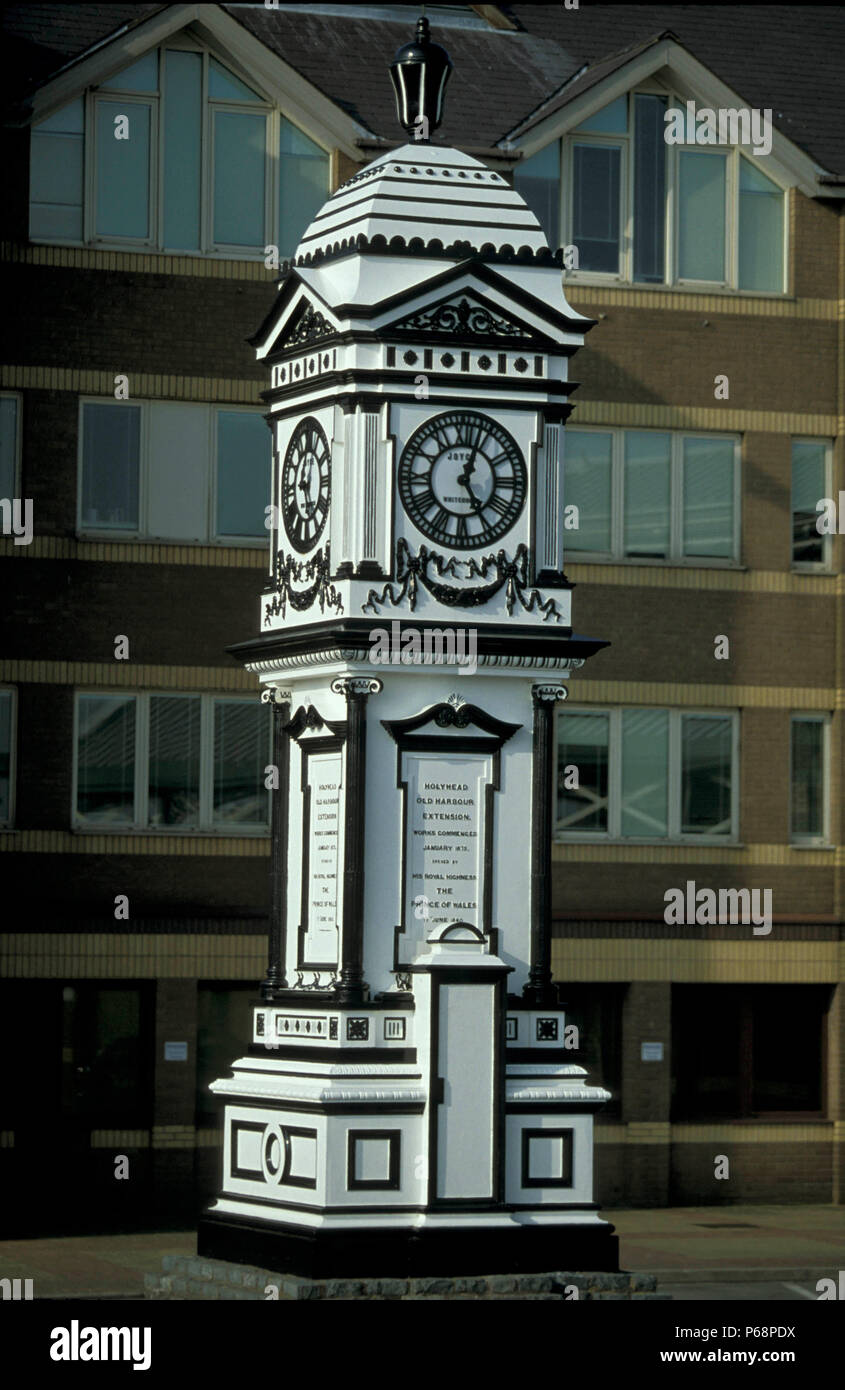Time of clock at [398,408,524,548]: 5:03
